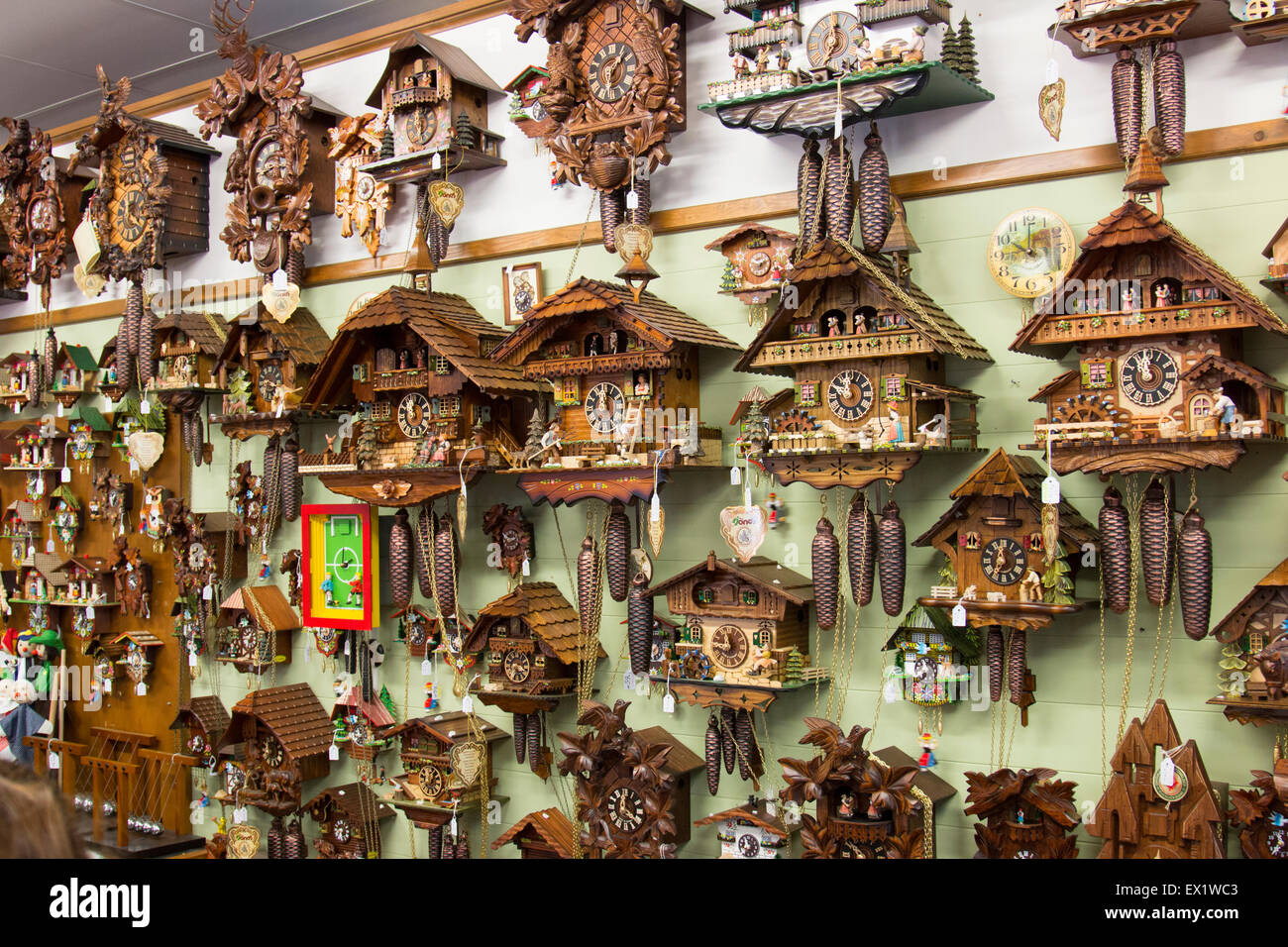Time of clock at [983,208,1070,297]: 10:00
